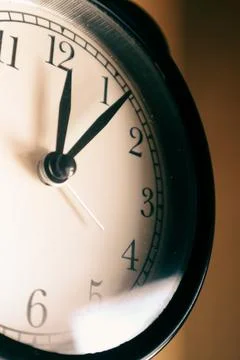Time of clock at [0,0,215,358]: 12:07
